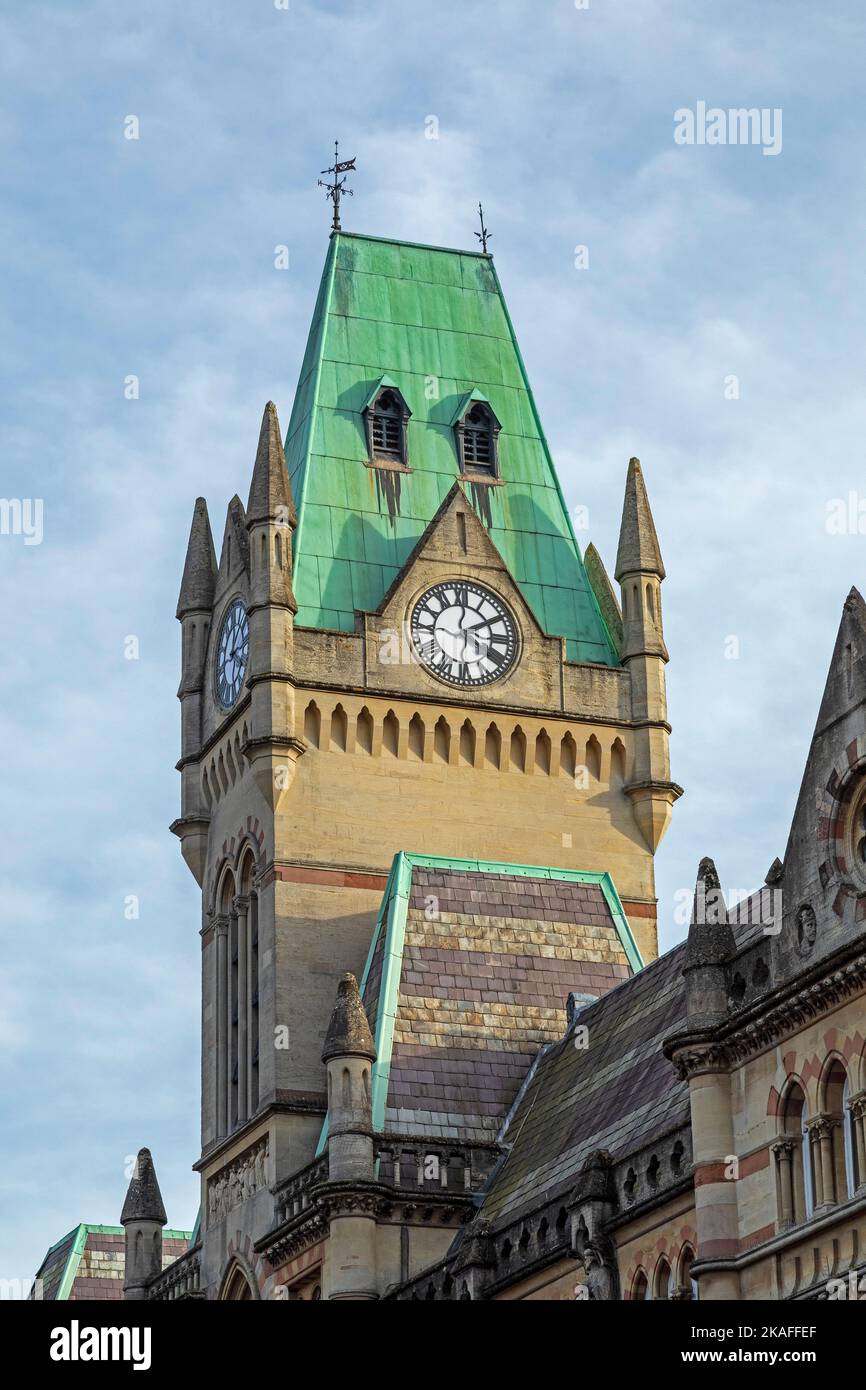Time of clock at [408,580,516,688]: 12:10
